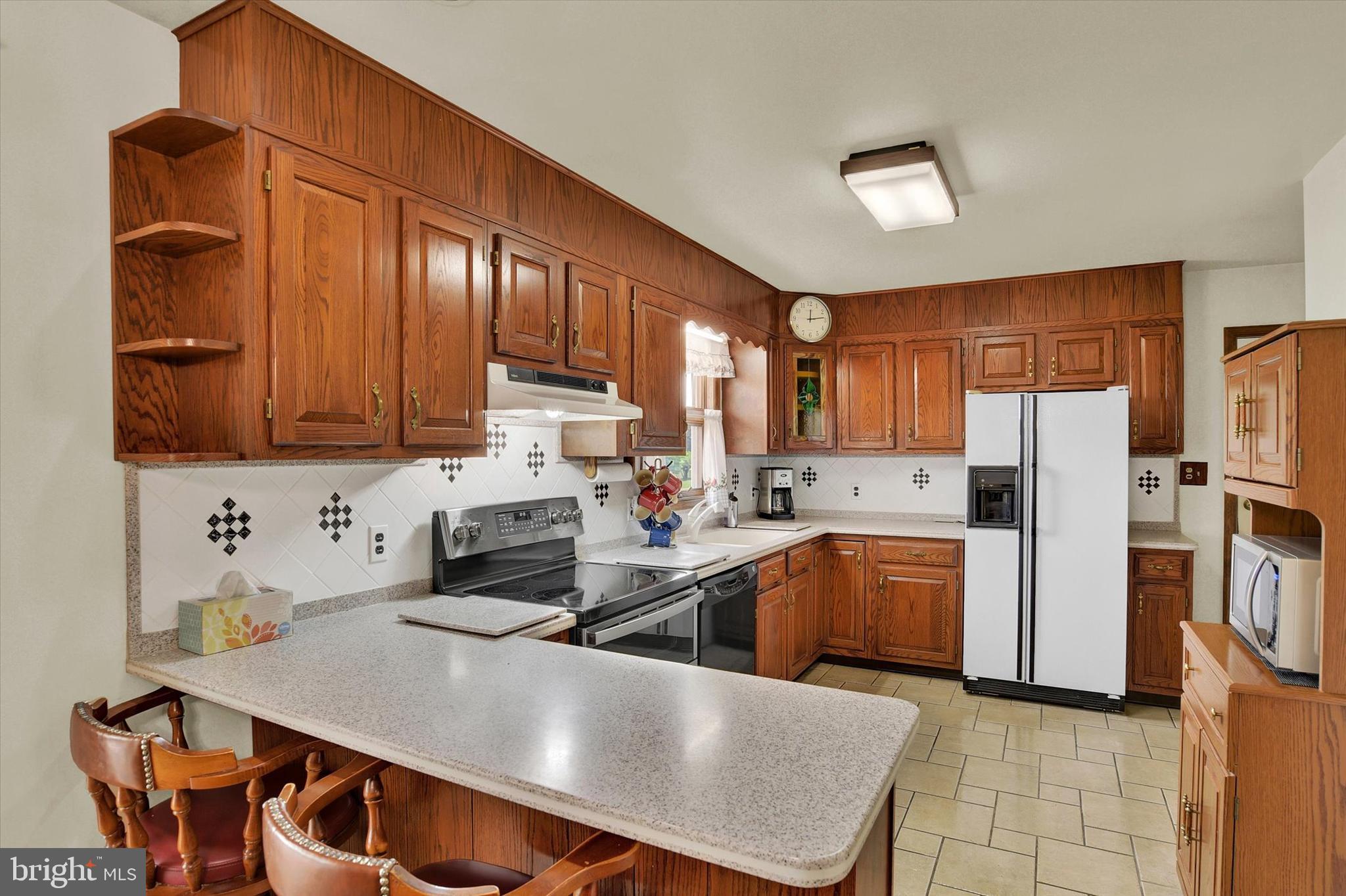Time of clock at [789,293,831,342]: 12:13
